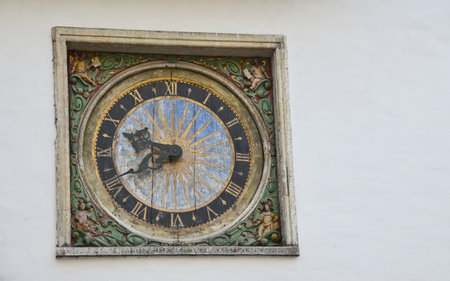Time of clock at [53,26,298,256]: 9:40
